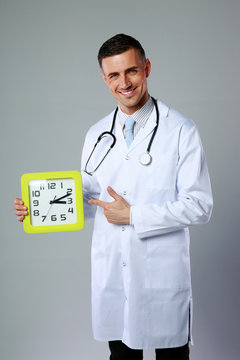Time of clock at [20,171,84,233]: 3:11
